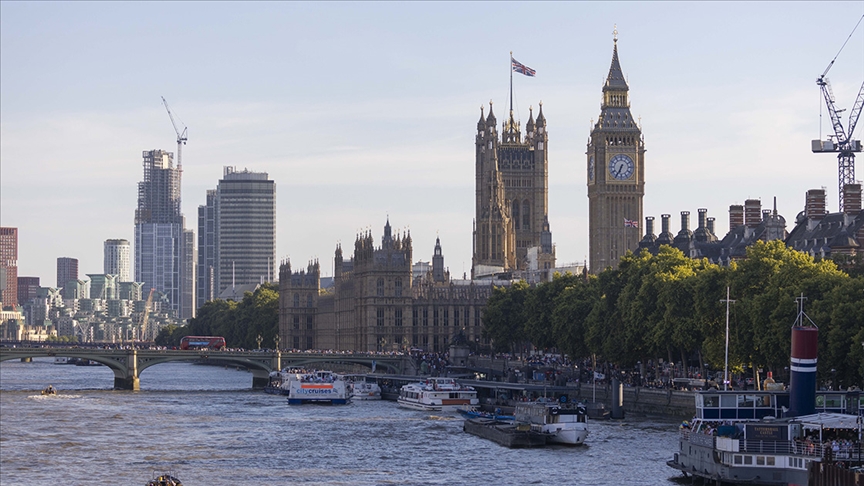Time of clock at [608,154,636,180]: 6:34
